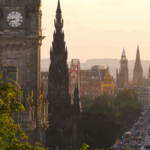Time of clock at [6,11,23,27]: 8:41
